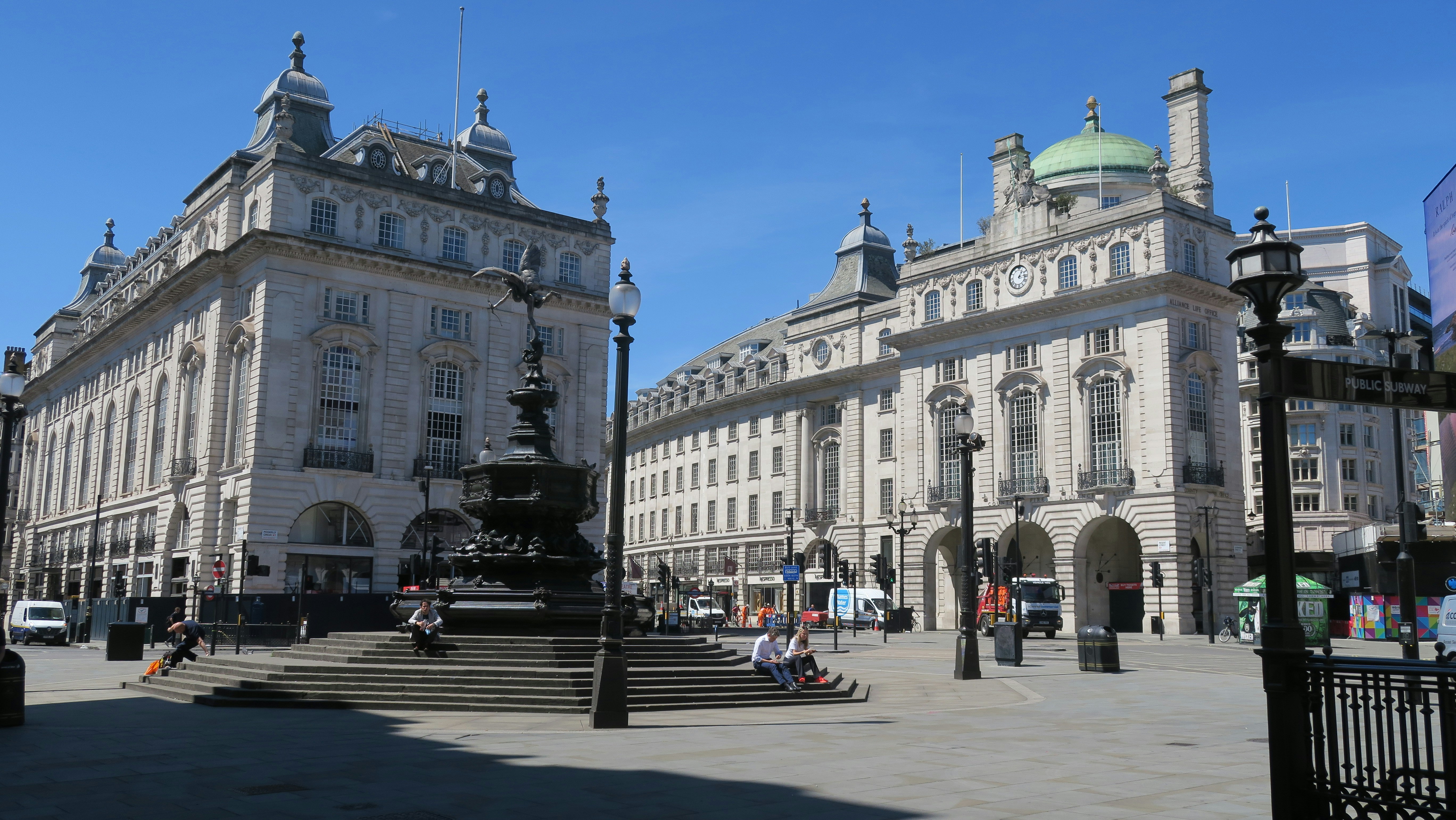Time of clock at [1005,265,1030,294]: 1:13
